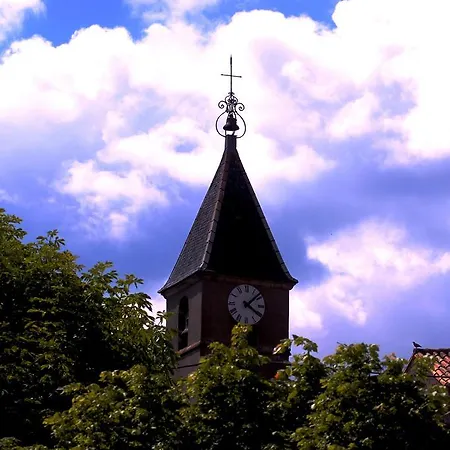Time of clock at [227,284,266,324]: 4:08
